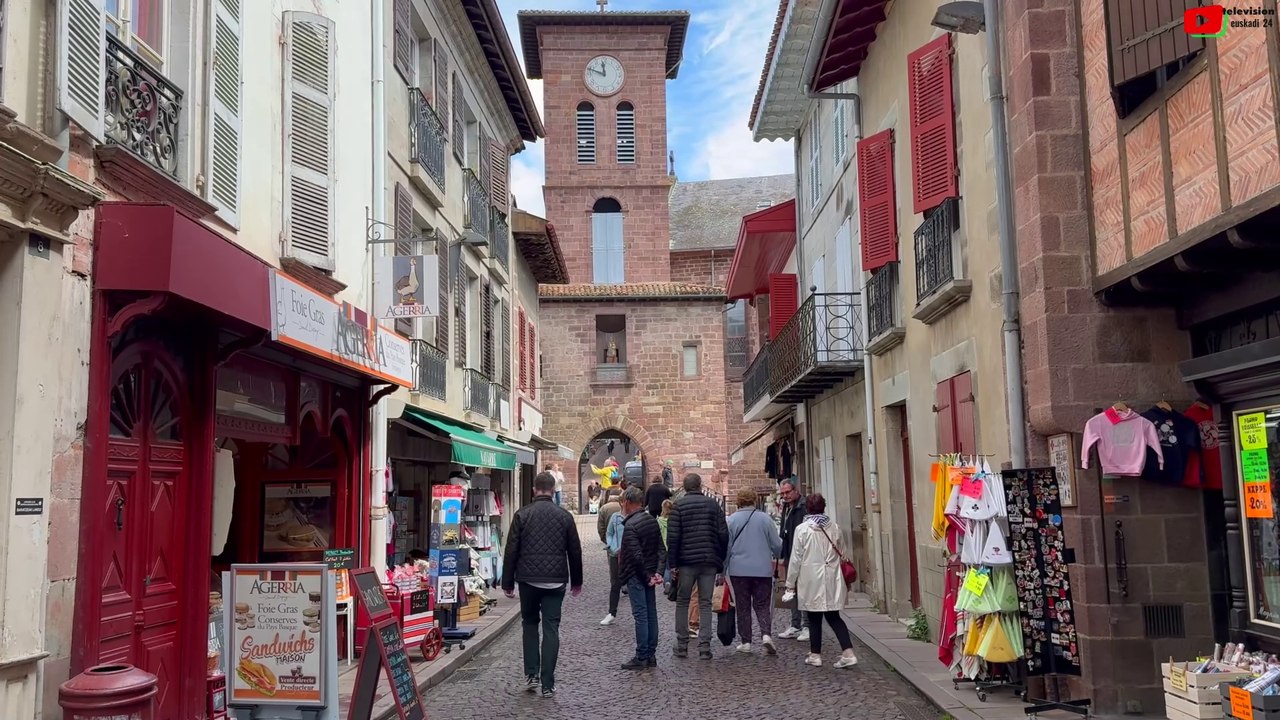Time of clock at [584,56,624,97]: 11:48
